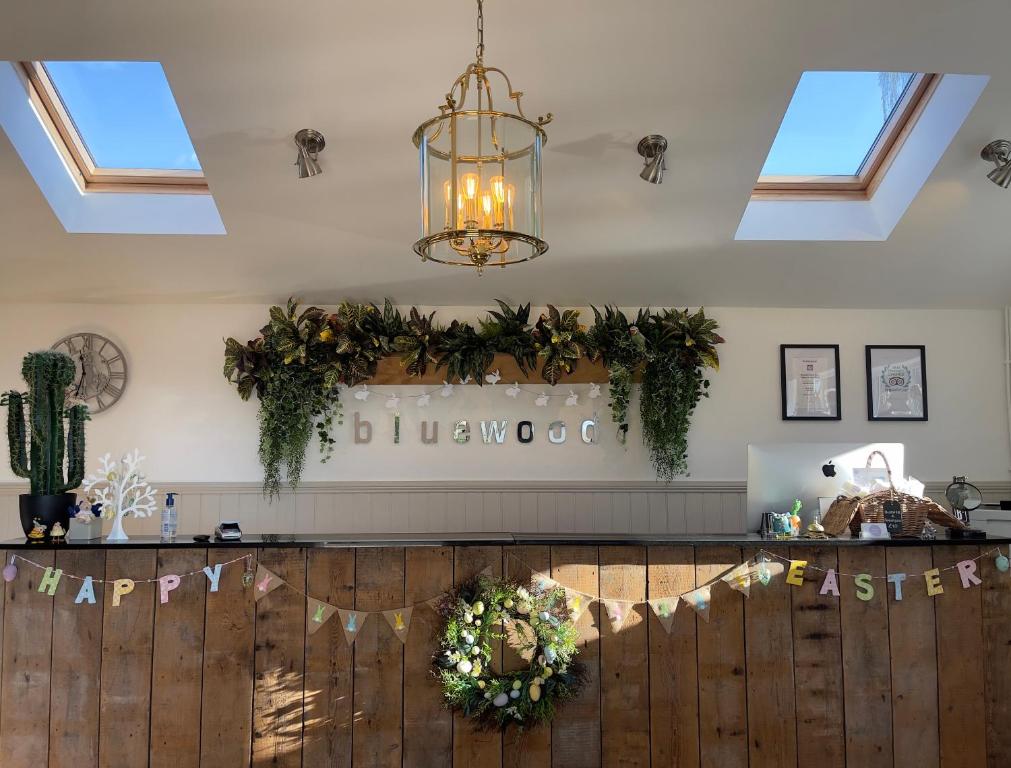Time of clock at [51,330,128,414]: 11:33
